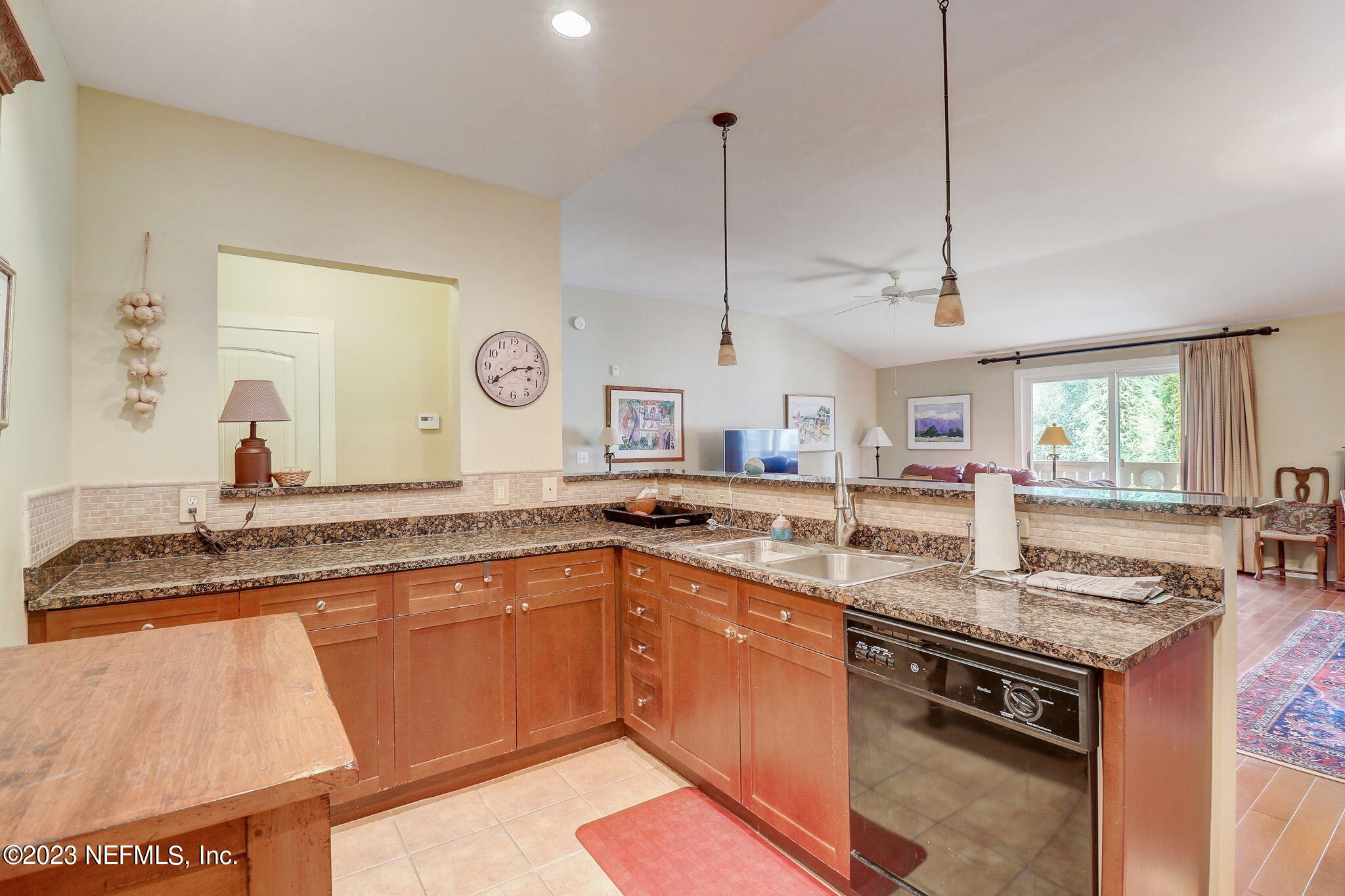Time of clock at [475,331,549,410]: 2:39
